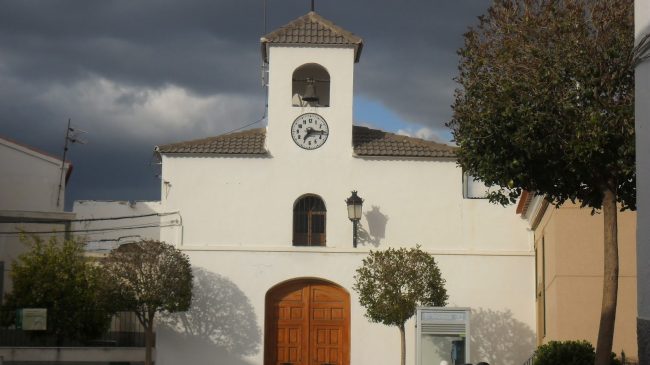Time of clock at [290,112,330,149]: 7:15
